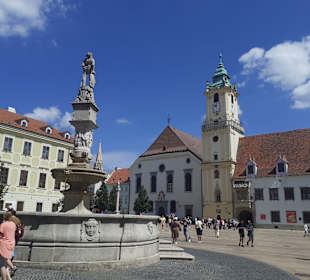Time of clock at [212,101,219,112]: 9:01
